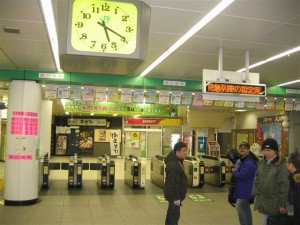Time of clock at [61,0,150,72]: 5:19
